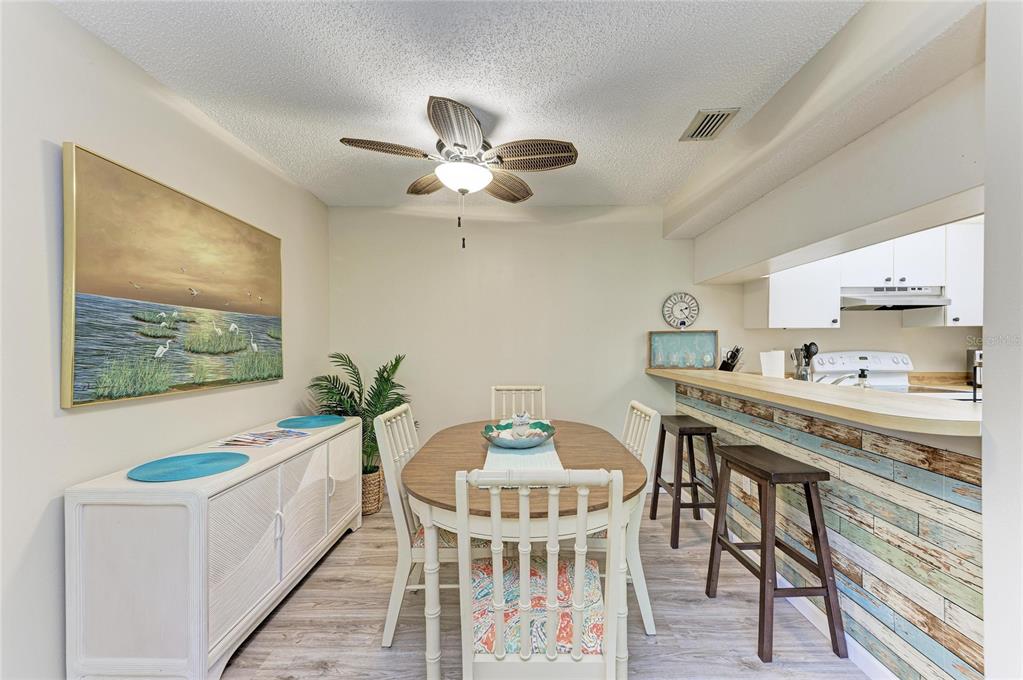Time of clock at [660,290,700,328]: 2:23
